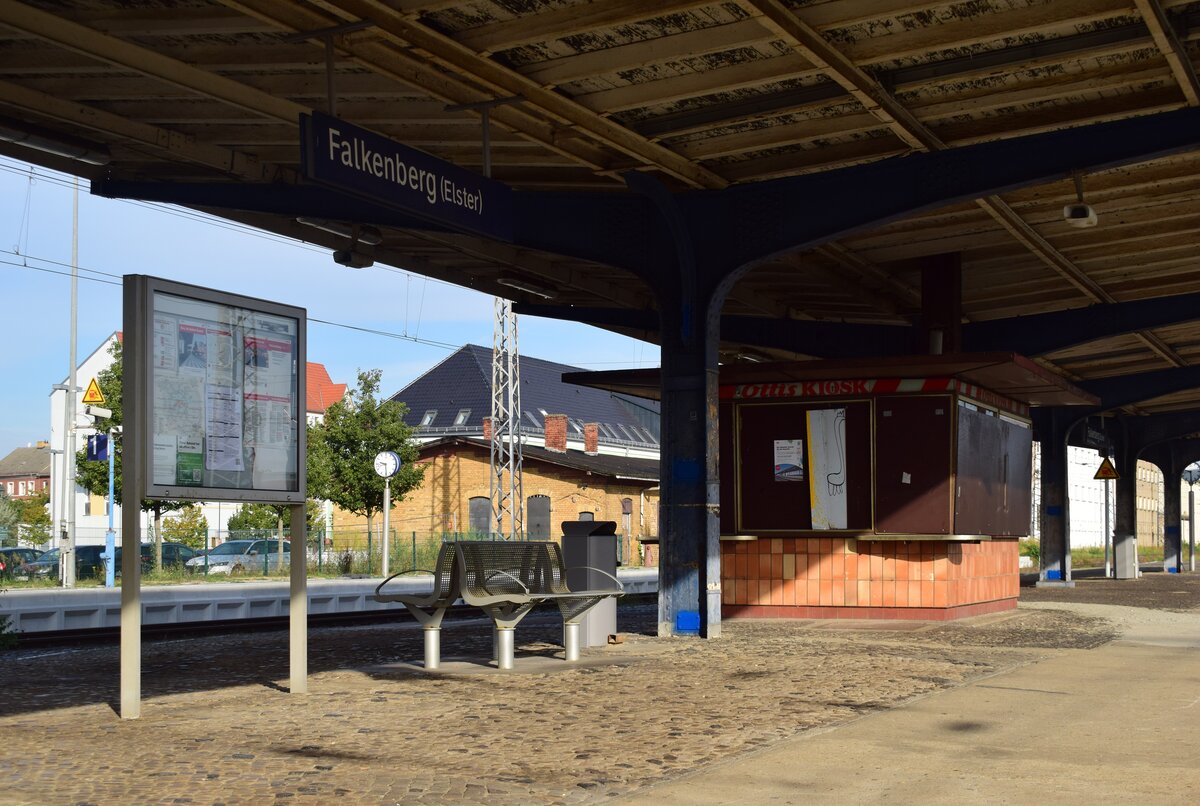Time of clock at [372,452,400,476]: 9:28
